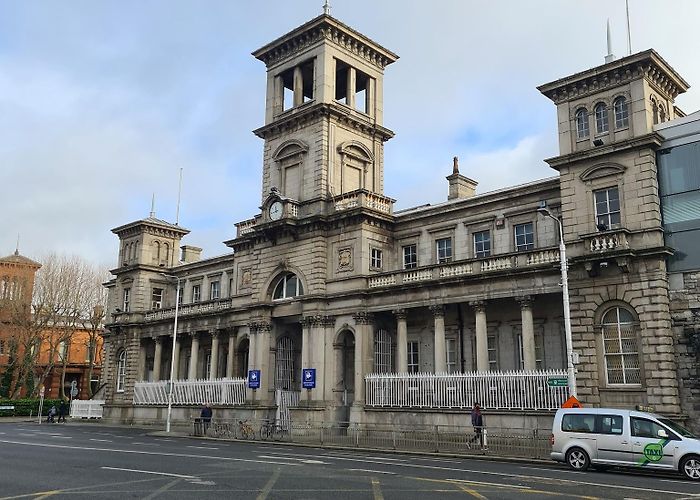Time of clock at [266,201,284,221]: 11:42
